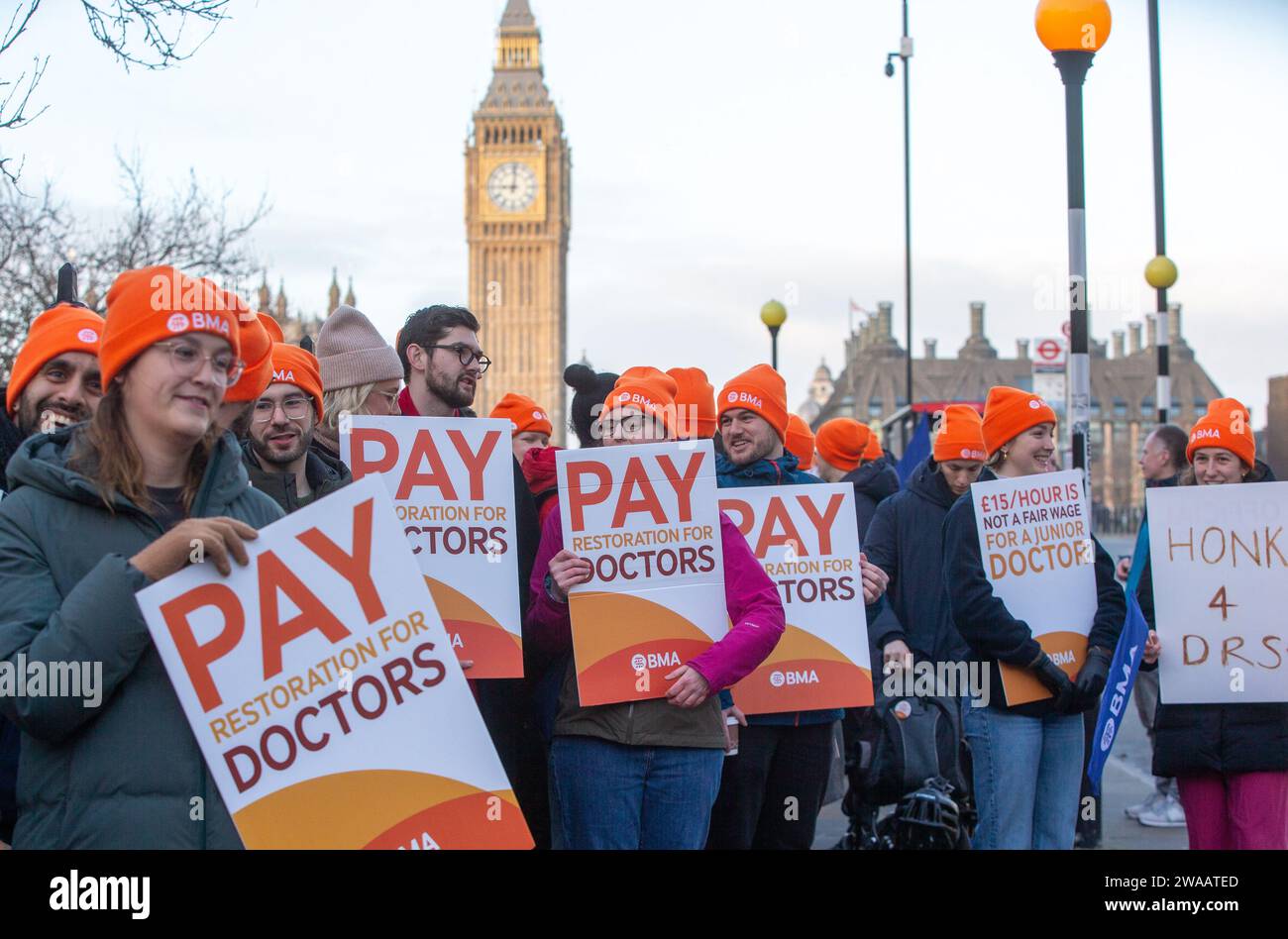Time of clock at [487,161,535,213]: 9:01
